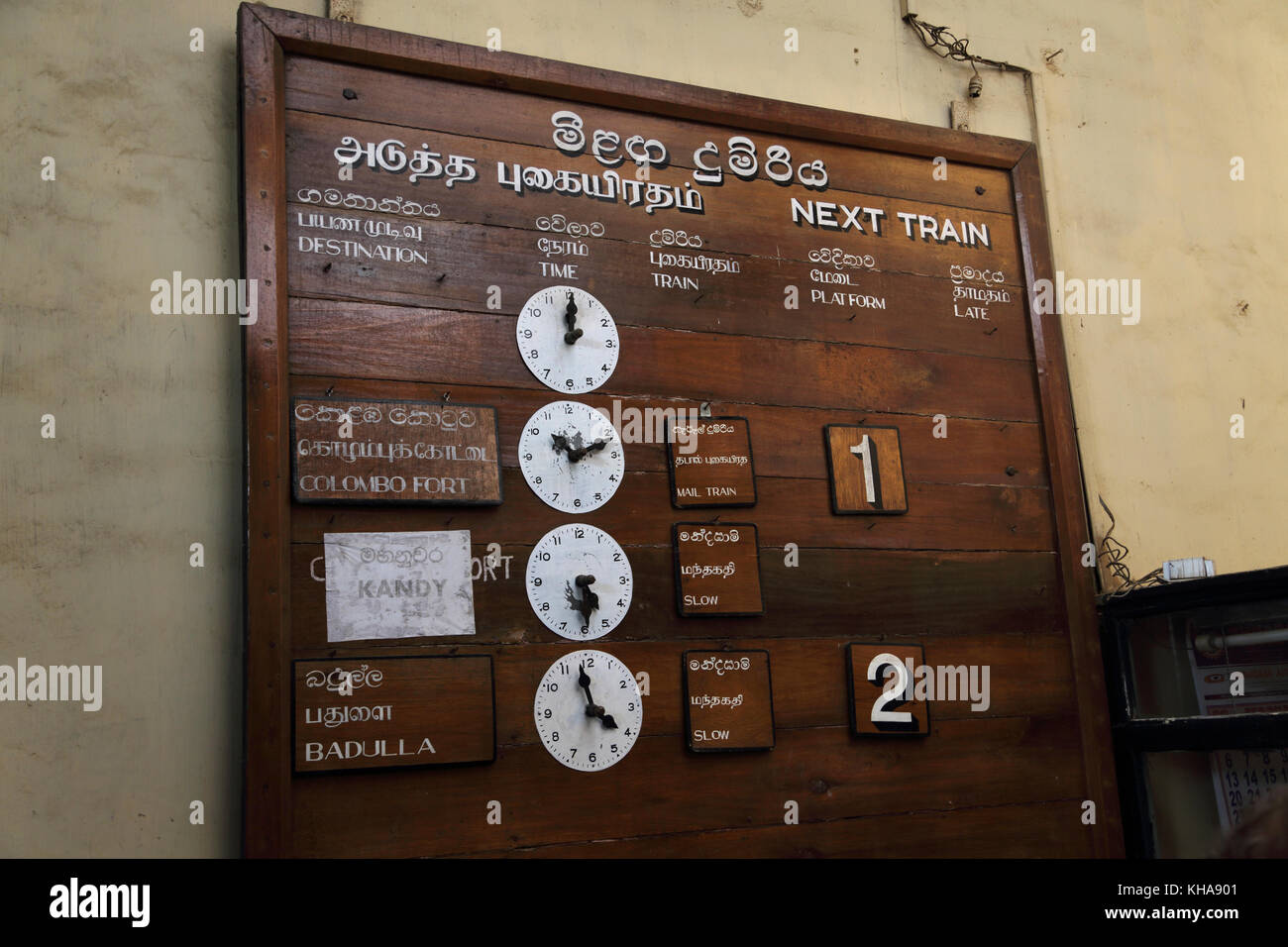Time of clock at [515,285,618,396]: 12:00
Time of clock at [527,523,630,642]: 5:29
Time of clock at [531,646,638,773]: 3:58
